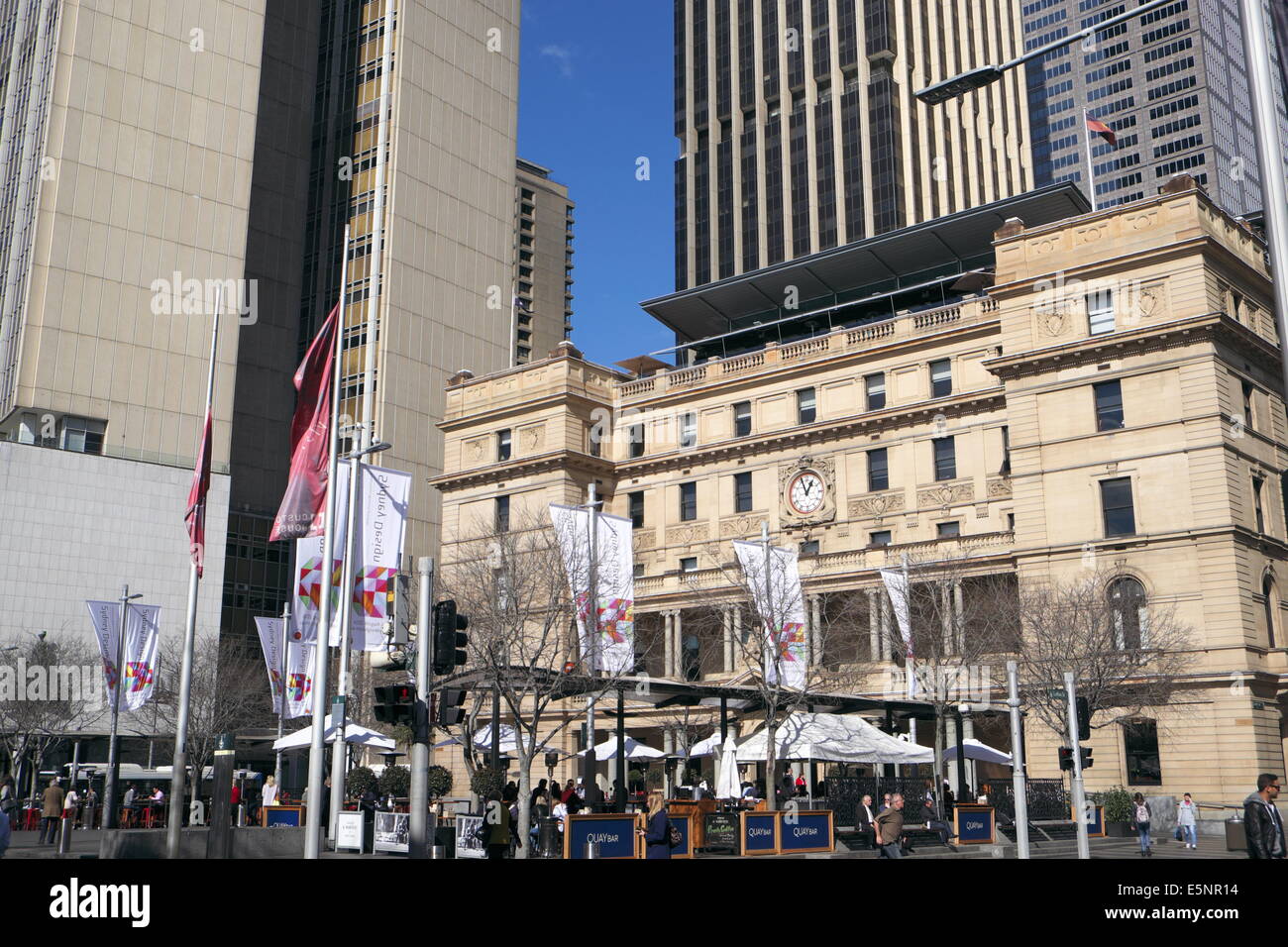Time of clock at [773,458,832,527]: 12:57
